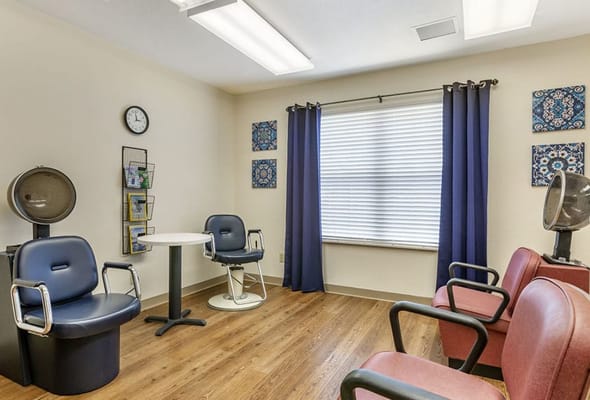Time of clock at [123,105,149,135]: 2:58
